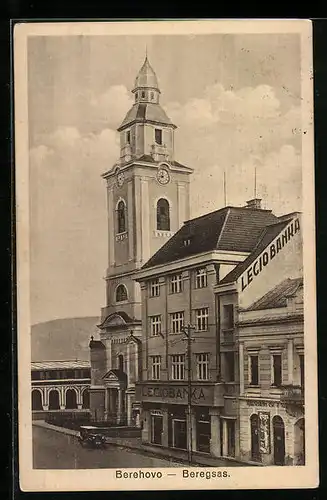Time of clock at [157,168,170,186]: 9:01
